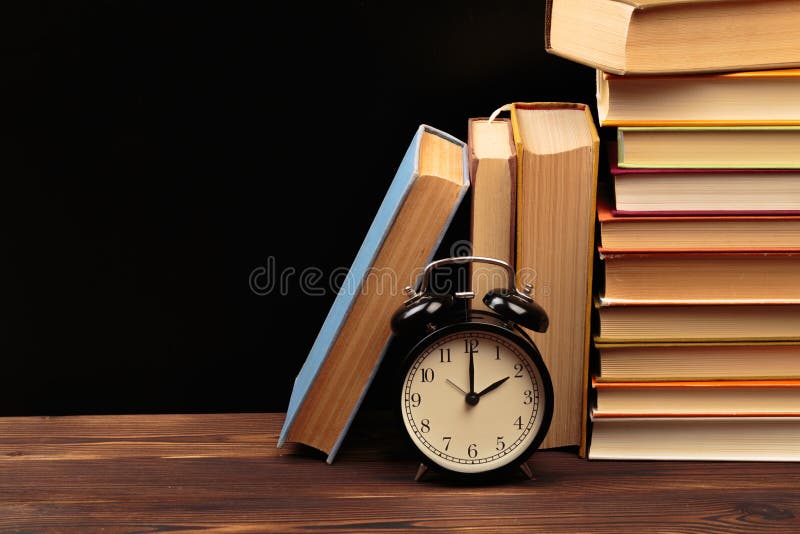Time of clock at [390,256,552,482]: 2:00
